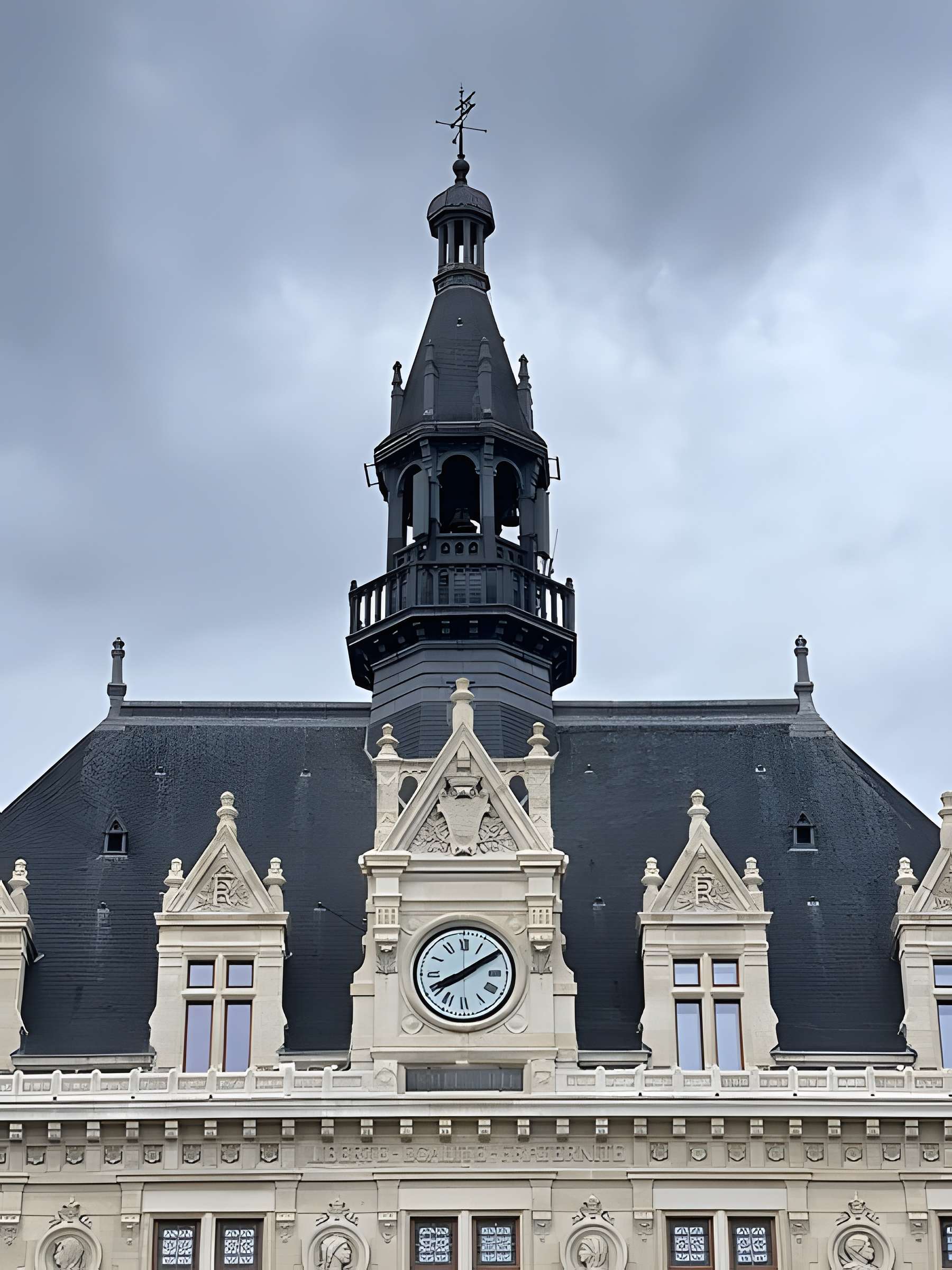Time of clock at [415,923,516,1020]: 8:09
